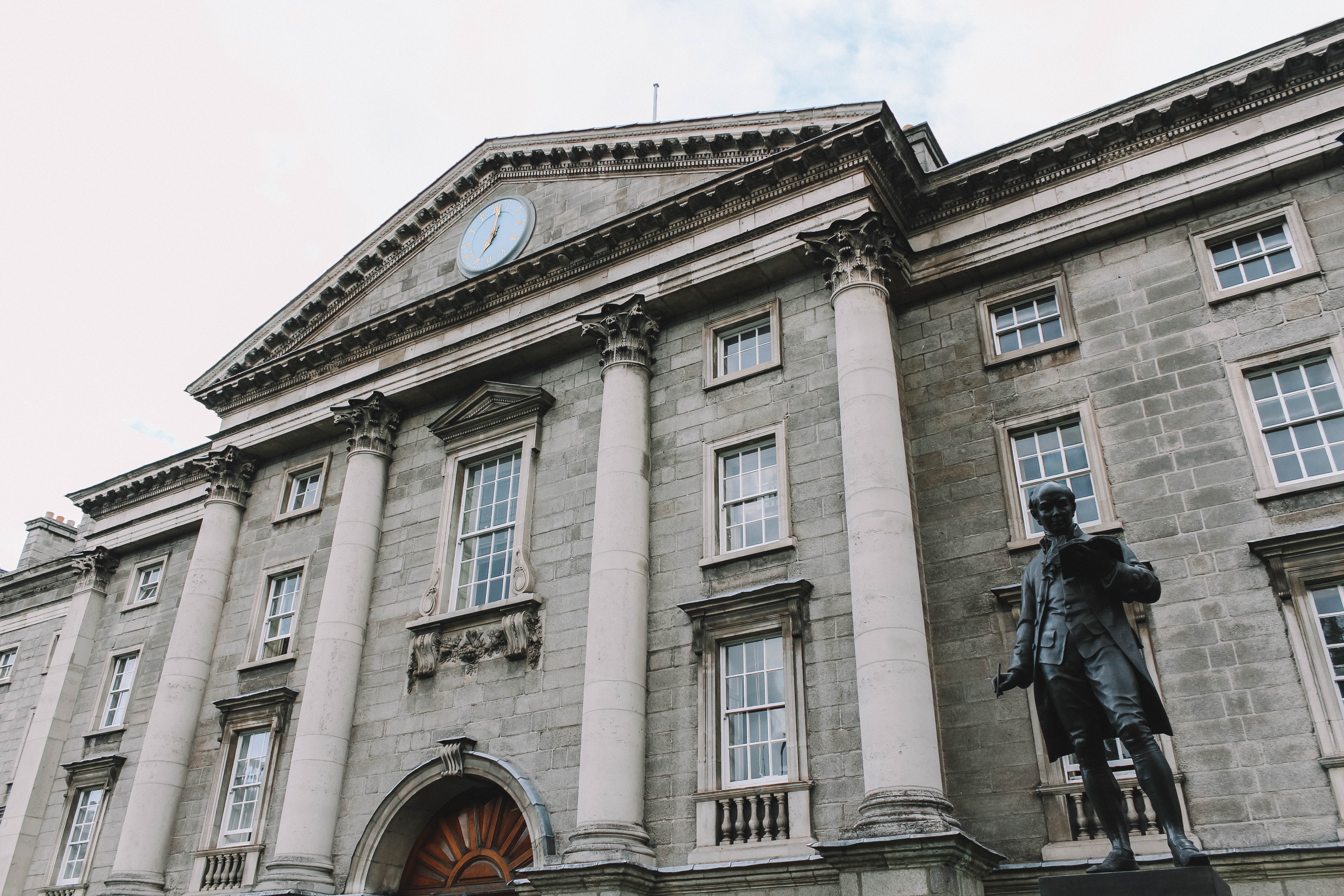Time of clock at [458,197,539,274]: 7:01
